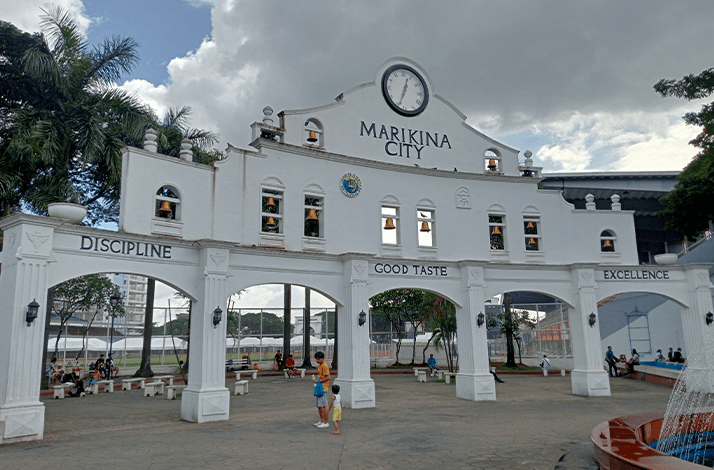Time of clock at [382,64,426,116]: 12:34
